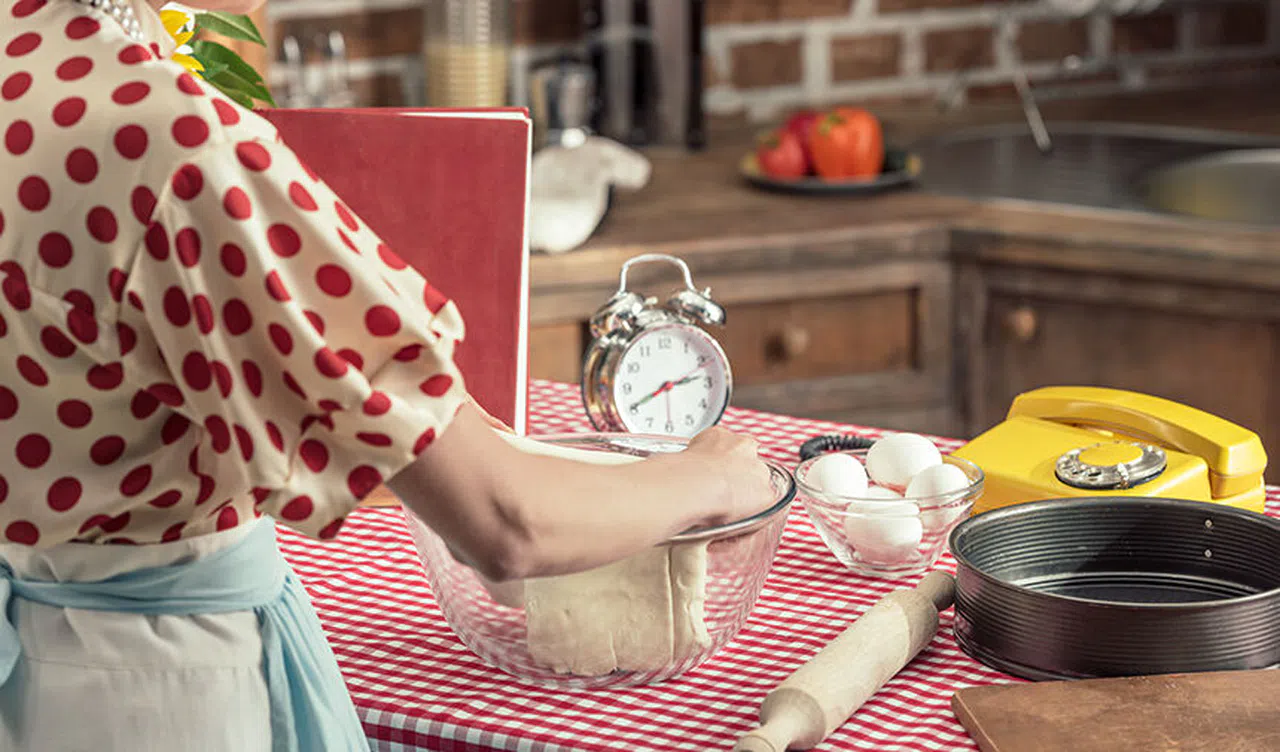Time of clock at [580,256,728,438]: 2:40
